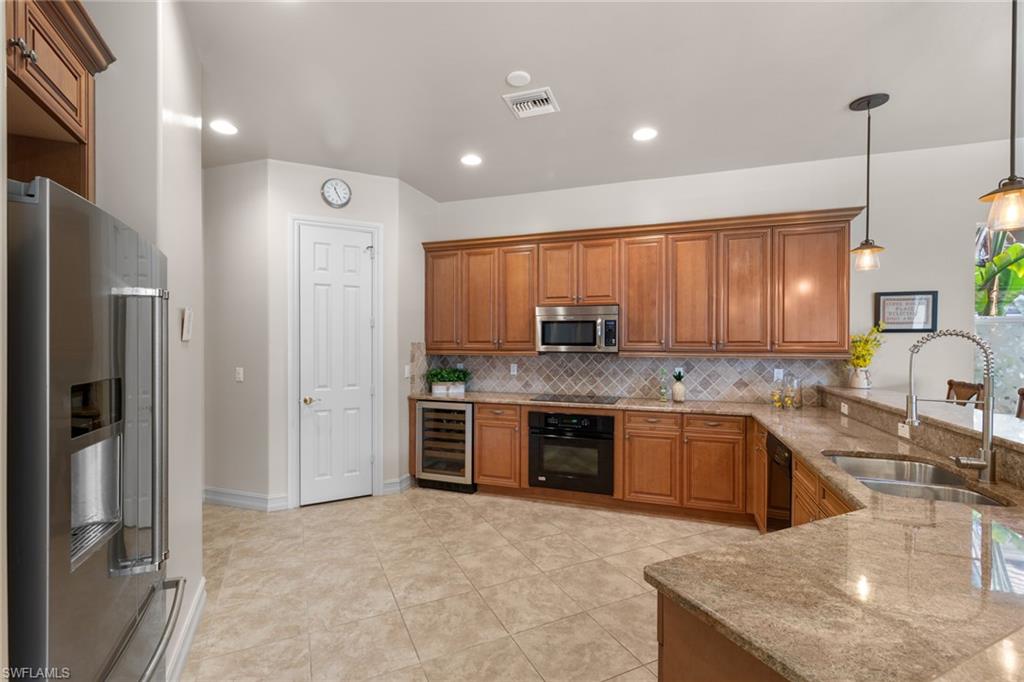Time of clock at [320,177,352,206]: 11:25
